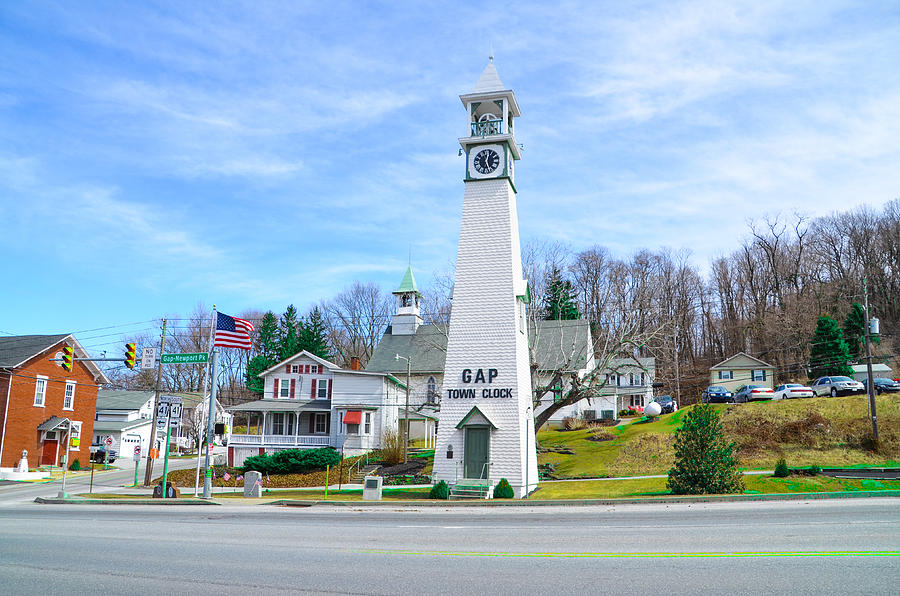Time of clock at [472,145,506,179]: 12:26
